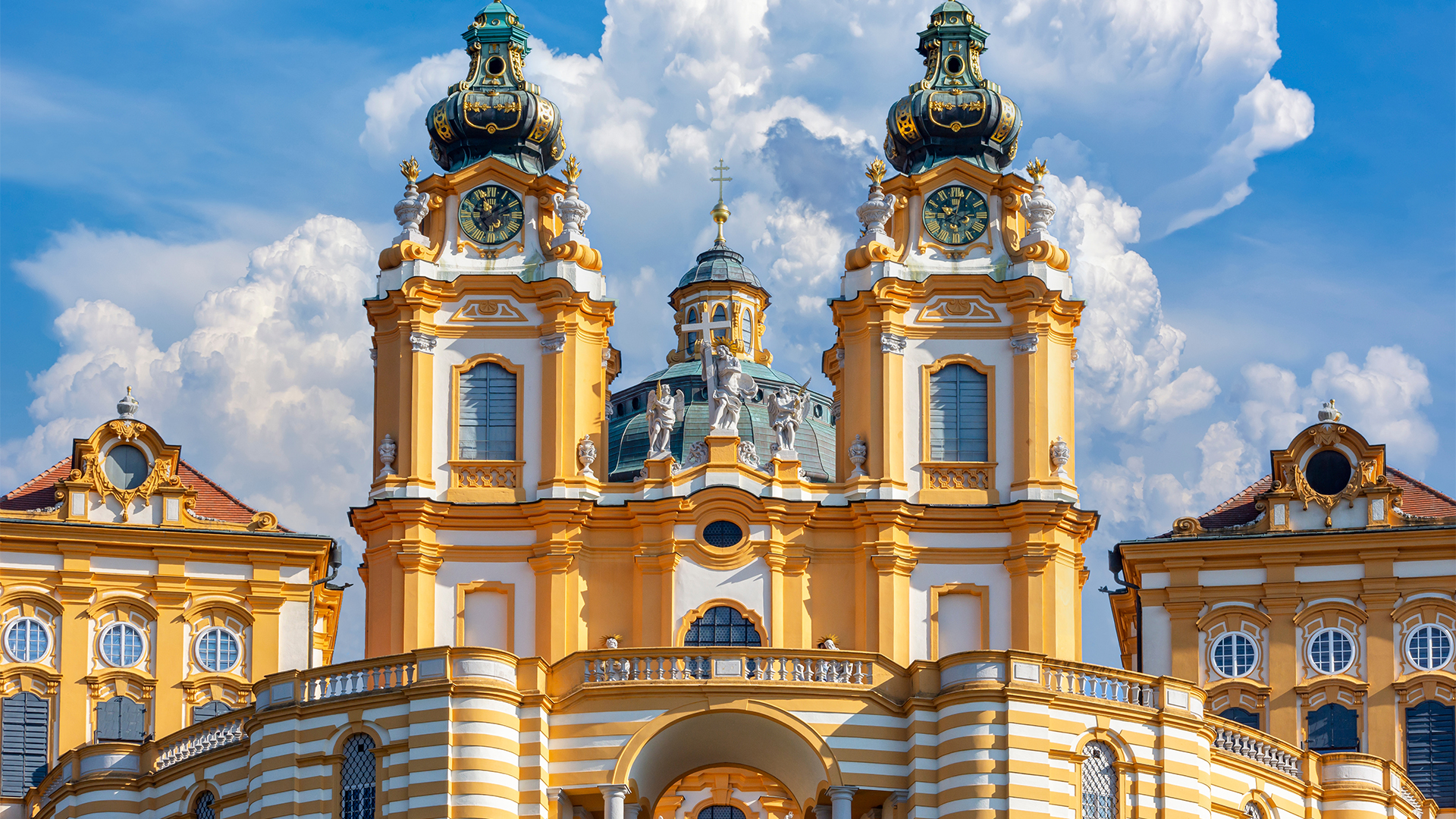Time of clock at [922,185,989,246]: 10:02
